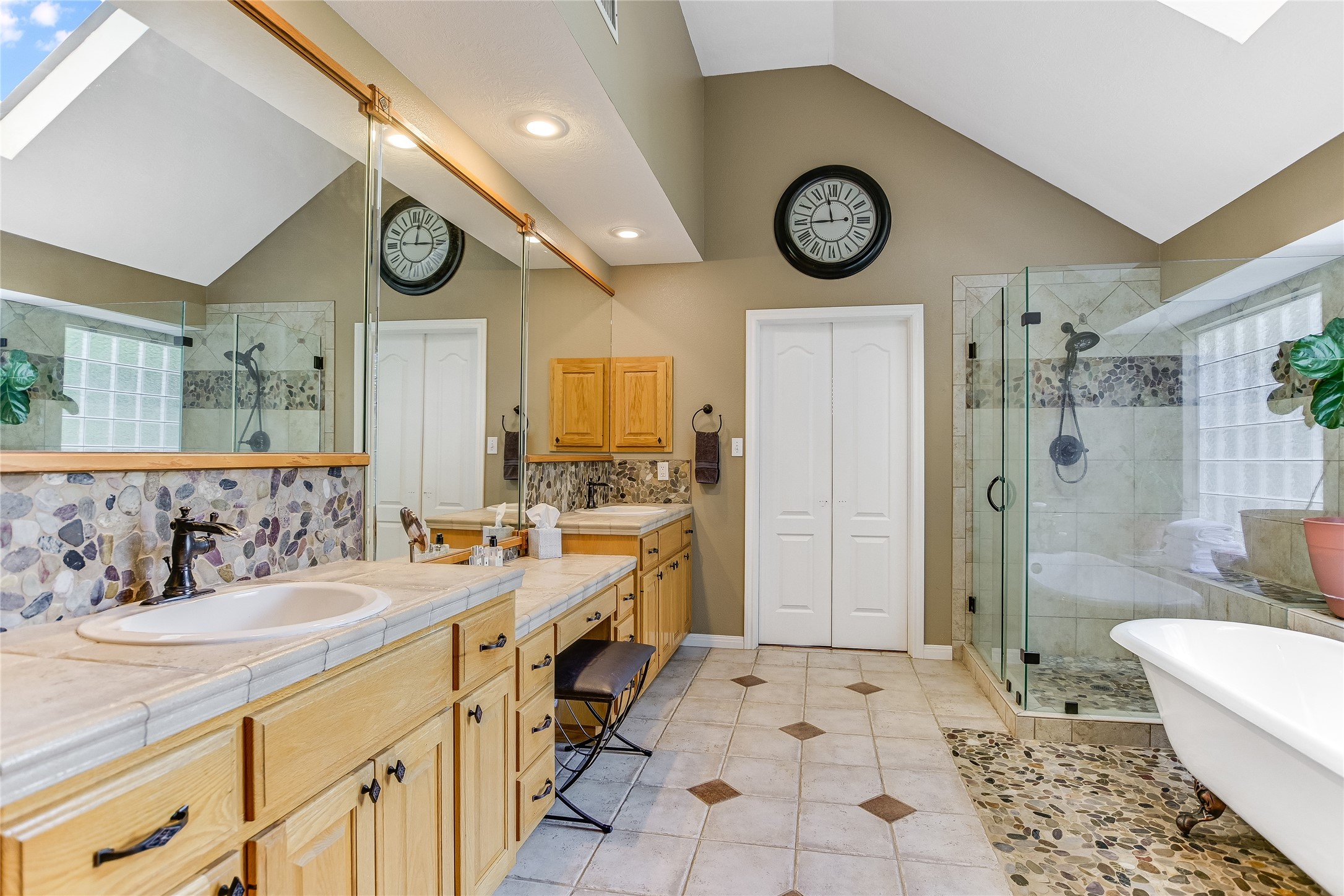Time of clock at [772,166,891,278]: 8:57
